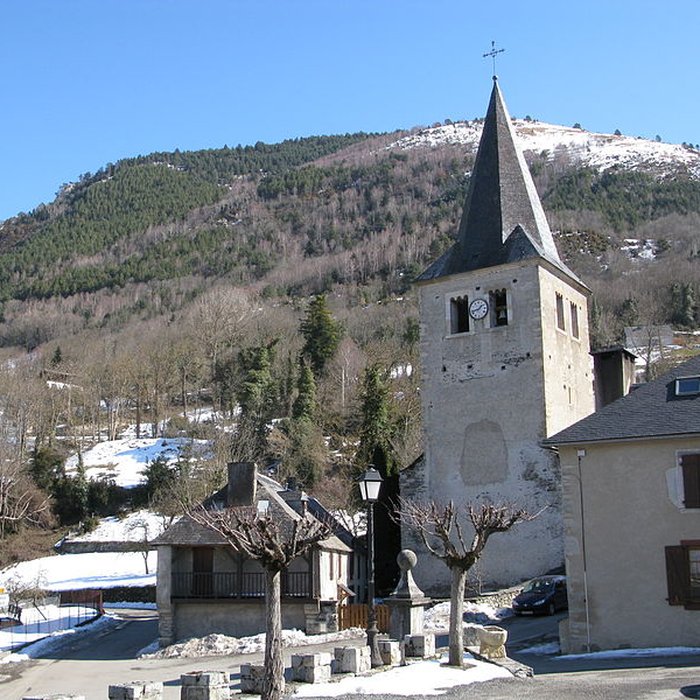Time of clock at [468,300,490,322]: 1:42
